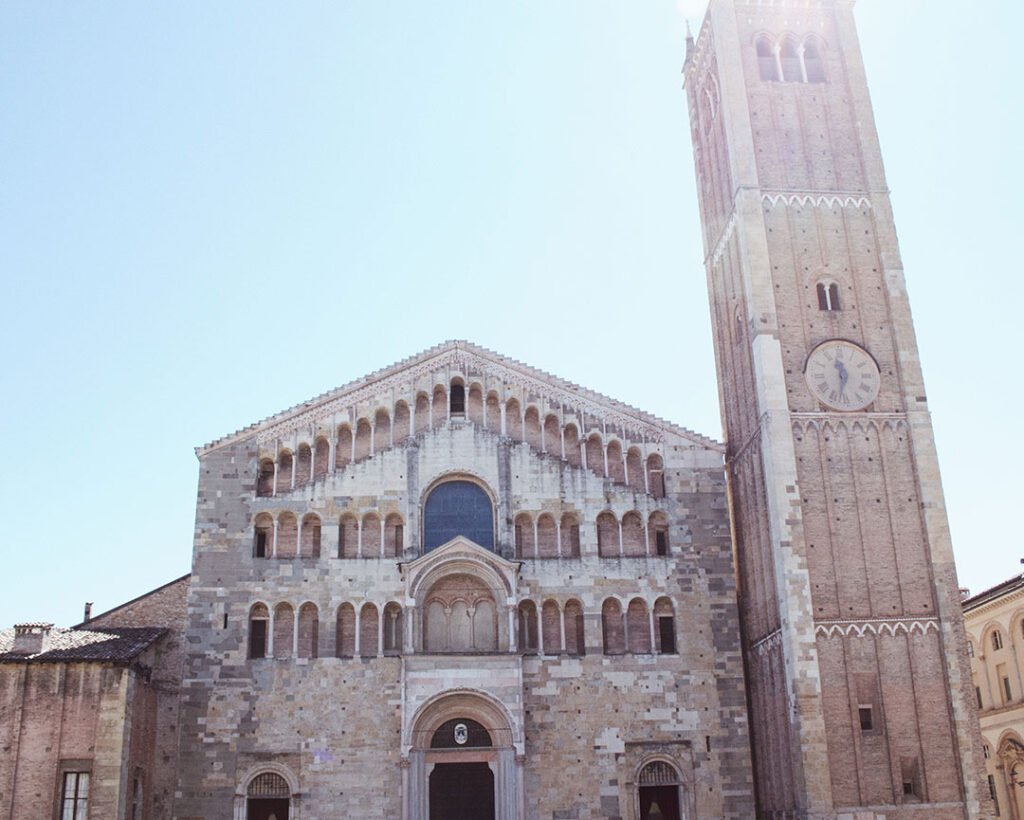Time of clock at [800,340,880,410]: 11:32
